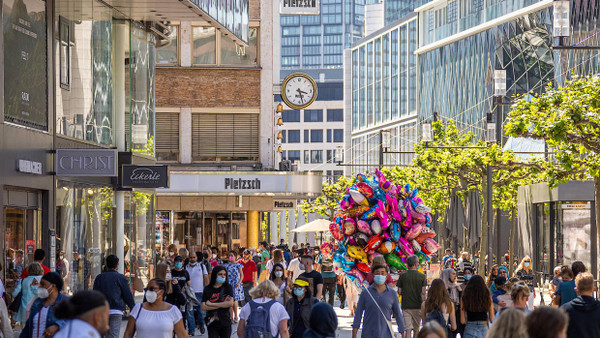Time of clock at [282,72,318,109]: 3:27
